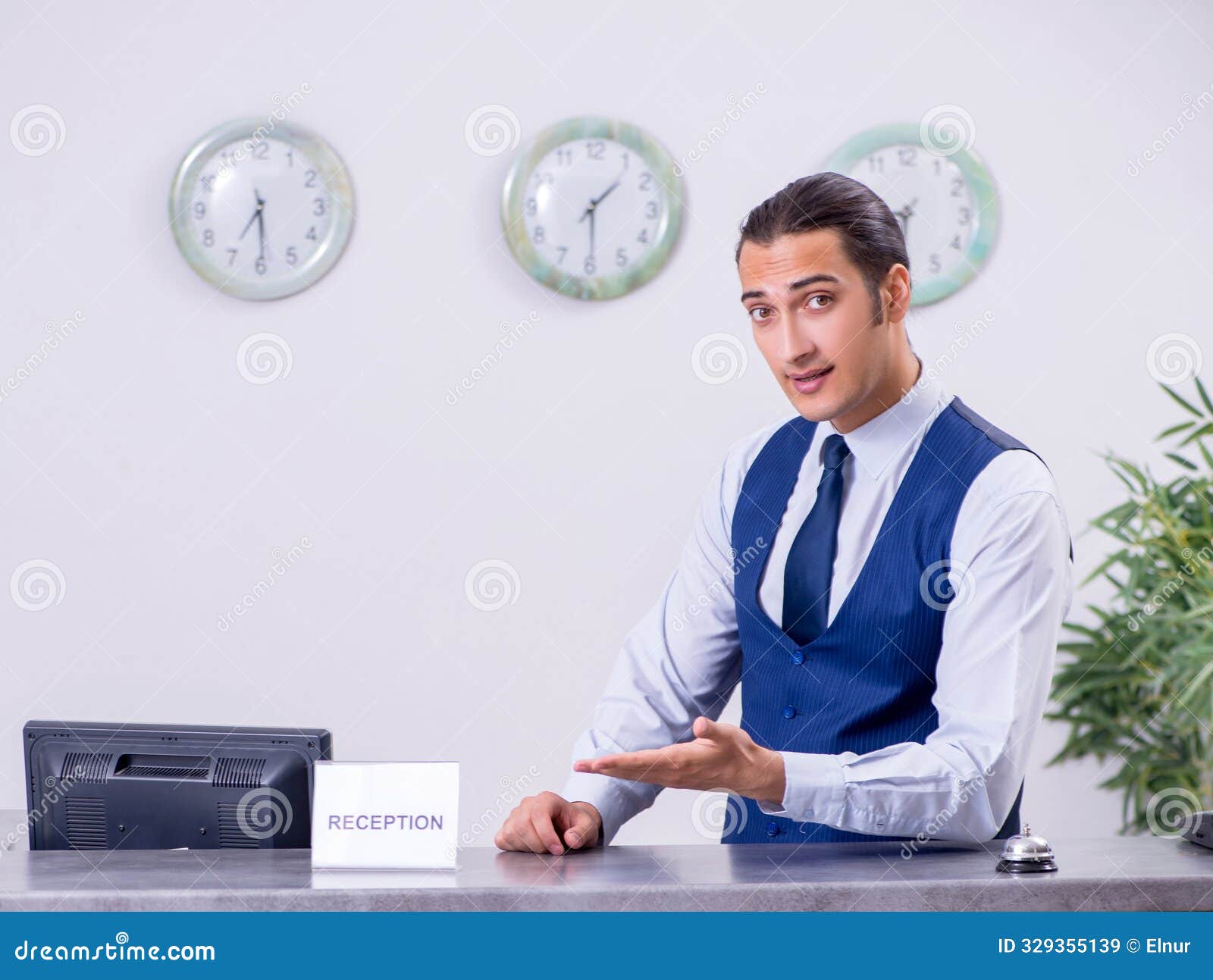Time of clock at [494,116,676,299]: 1:29
